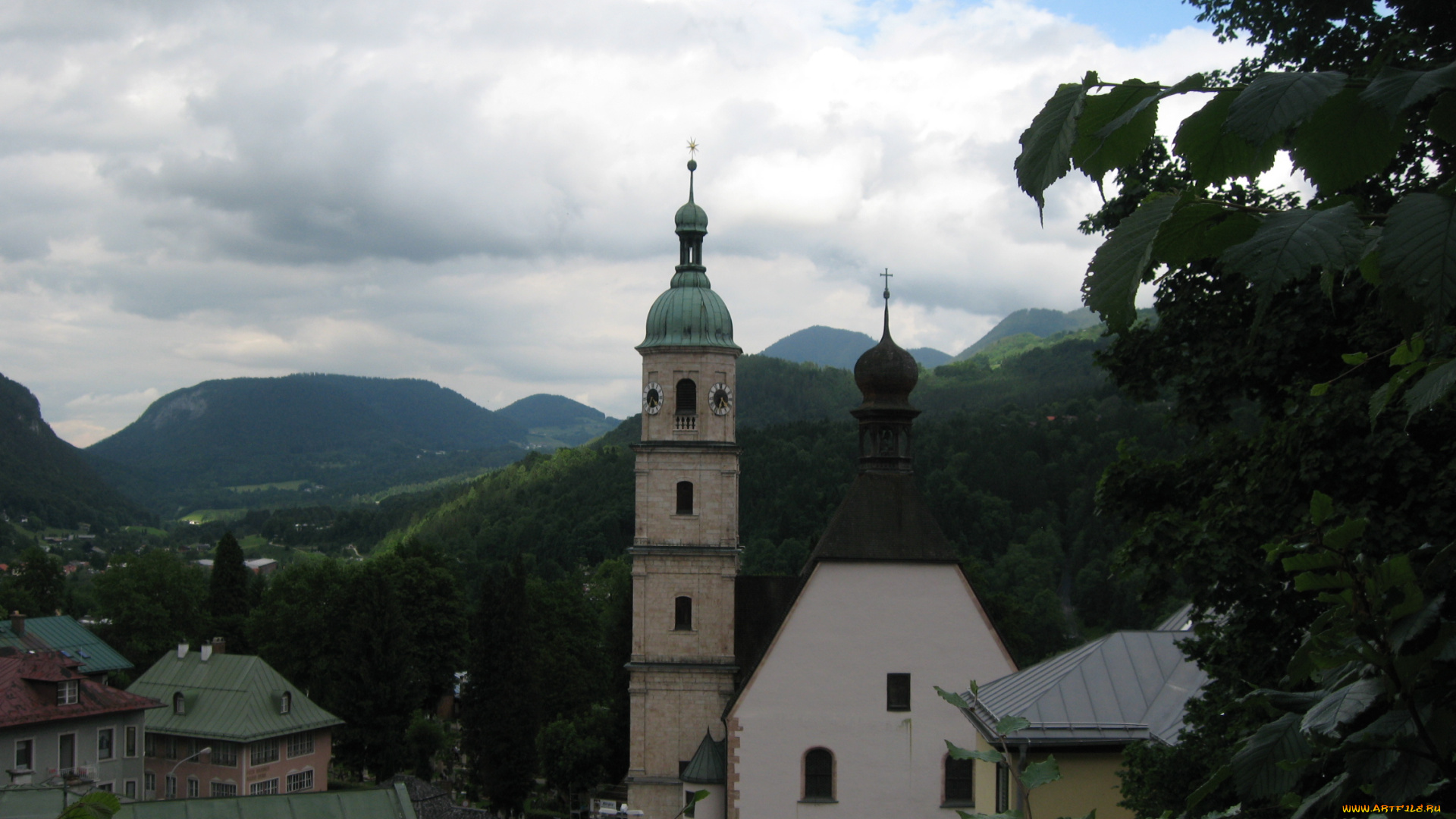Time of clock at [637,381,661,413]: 4:35
